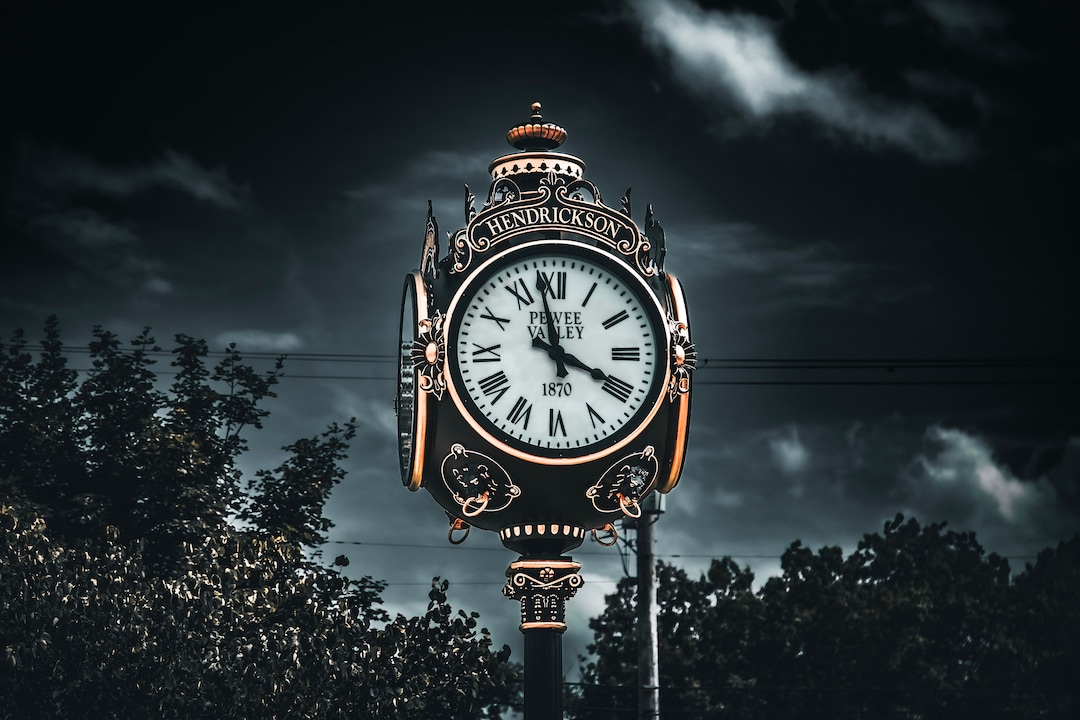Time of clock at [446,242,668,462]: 3:58
